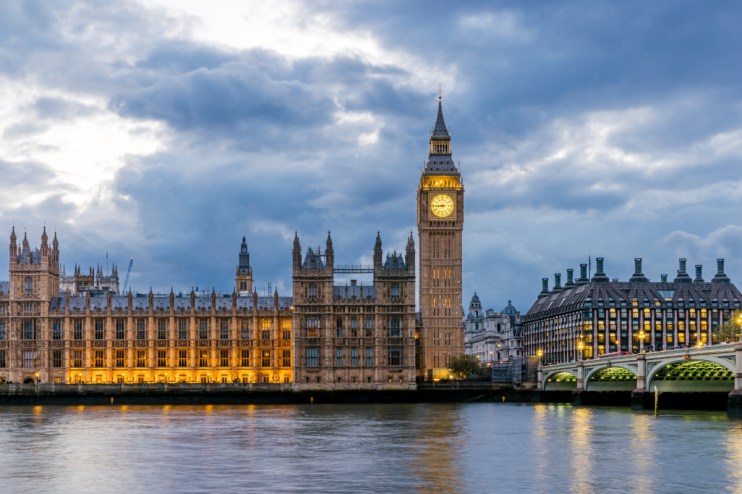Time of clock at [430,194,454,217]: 8:44
